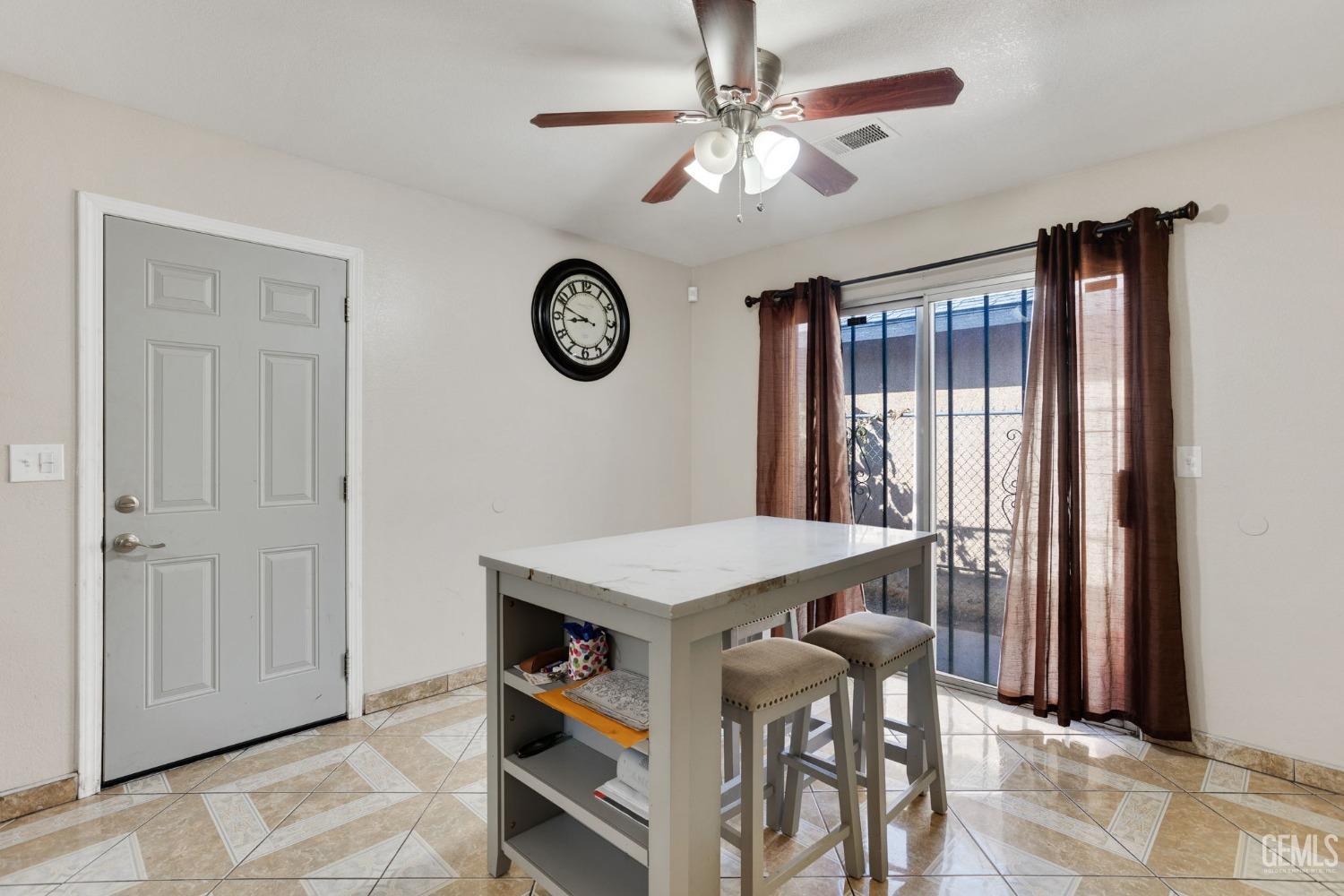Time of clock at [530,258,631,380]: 8:48
